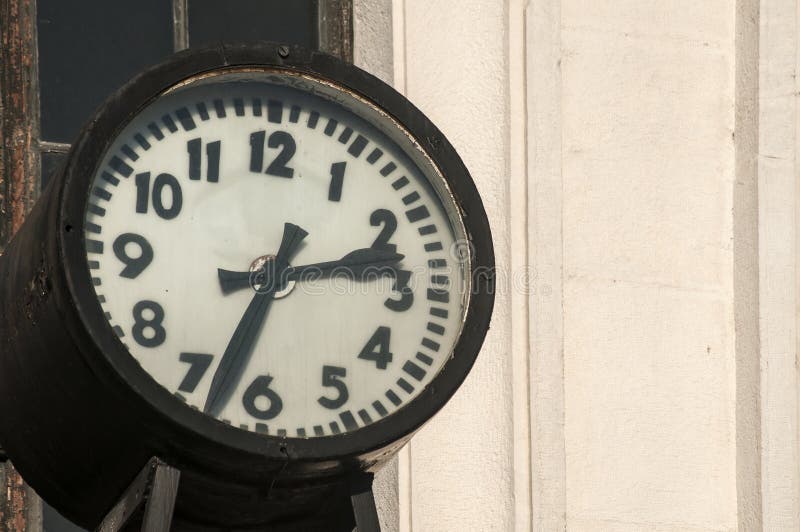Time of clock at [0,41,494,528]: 2:33
